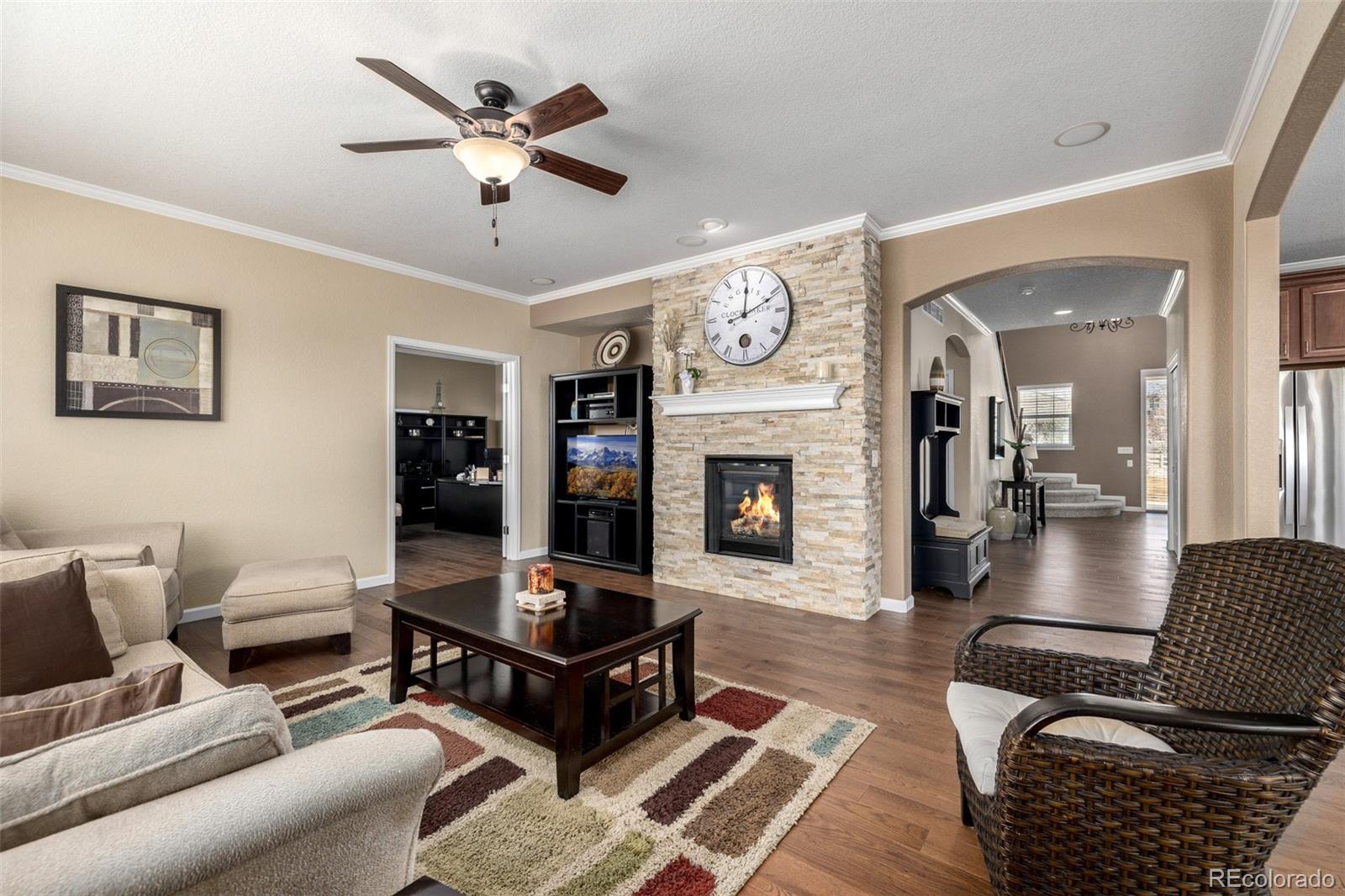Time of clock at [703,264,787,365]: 12:11
